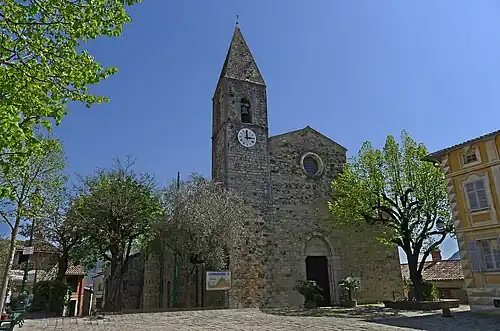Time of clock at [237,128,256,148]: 2:59
